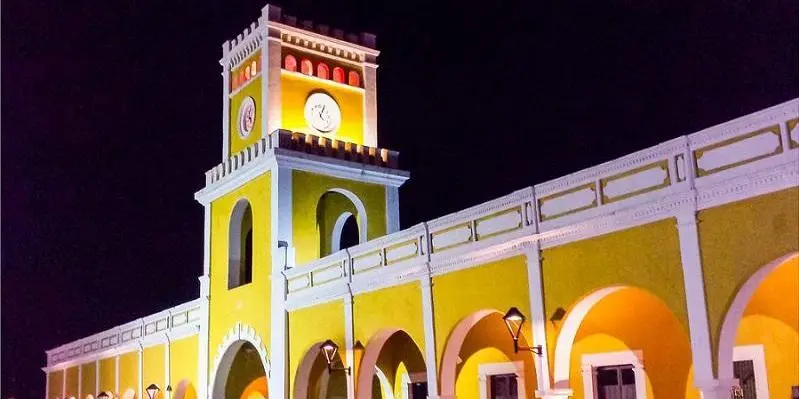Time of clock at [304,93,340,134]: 4:04
